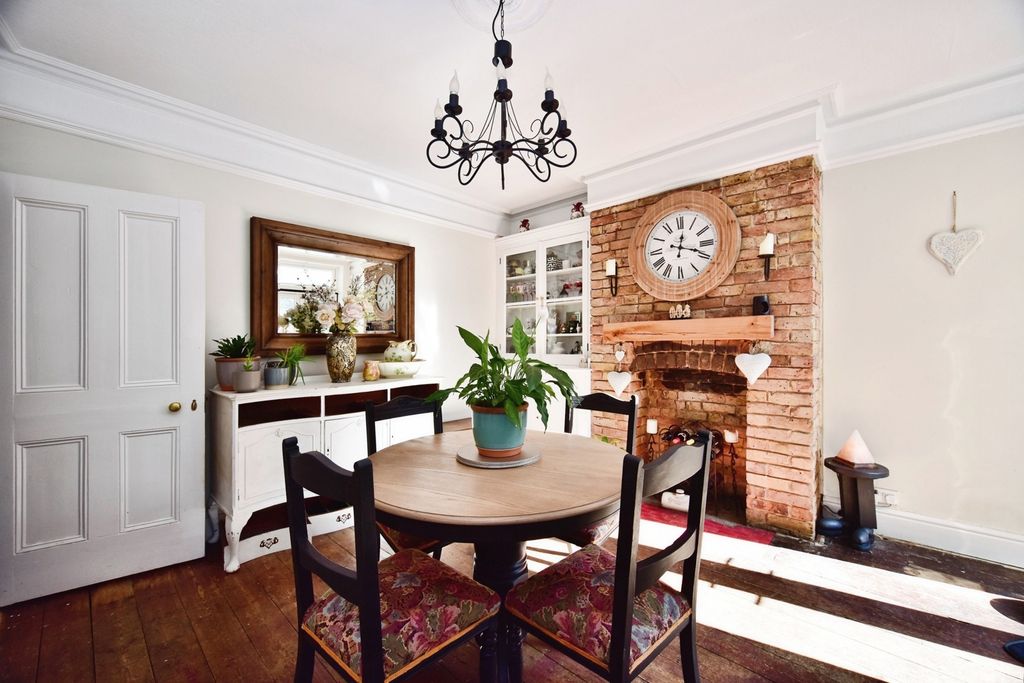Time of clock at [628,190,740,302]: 12:18
